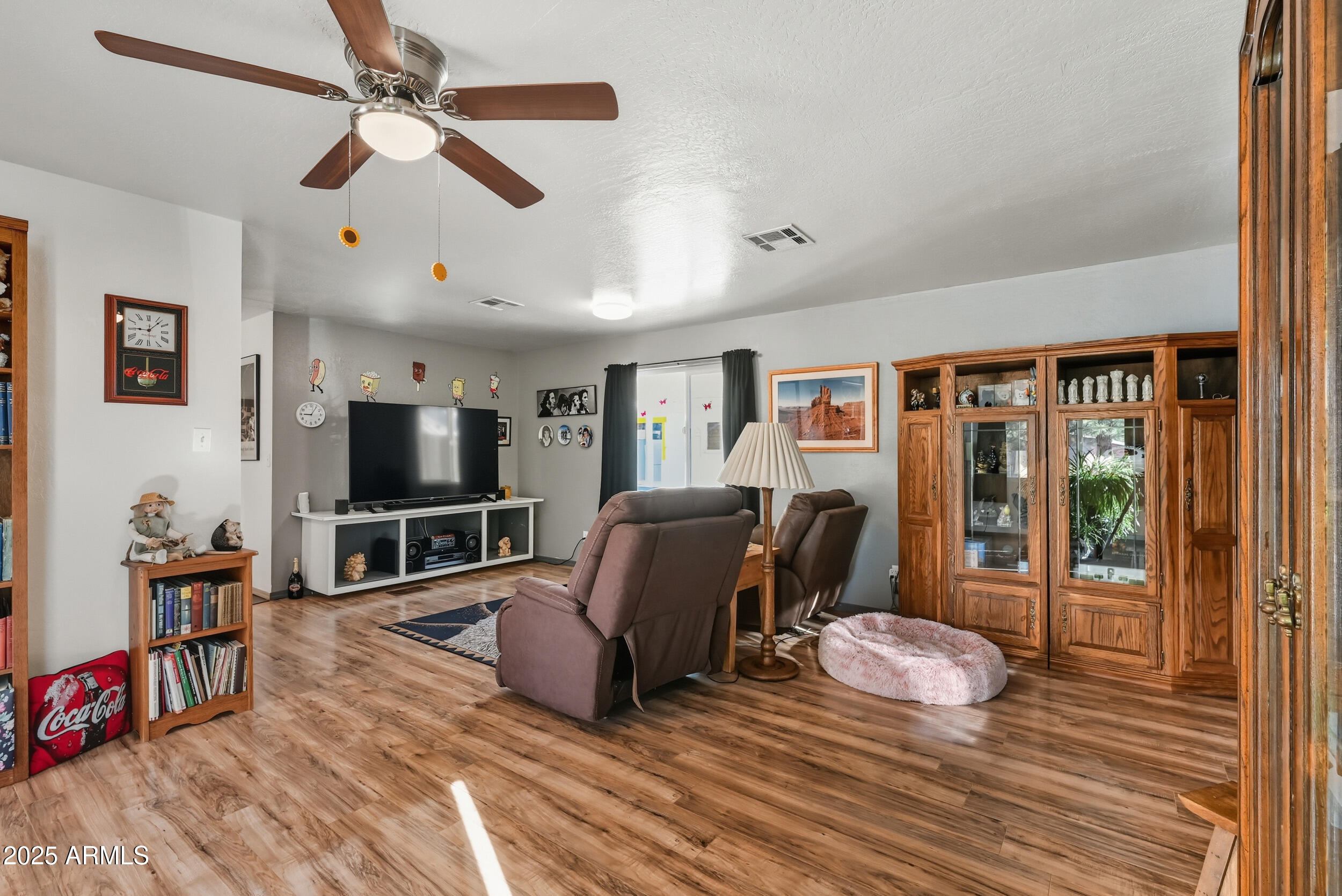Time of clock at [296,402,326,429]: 9:05
